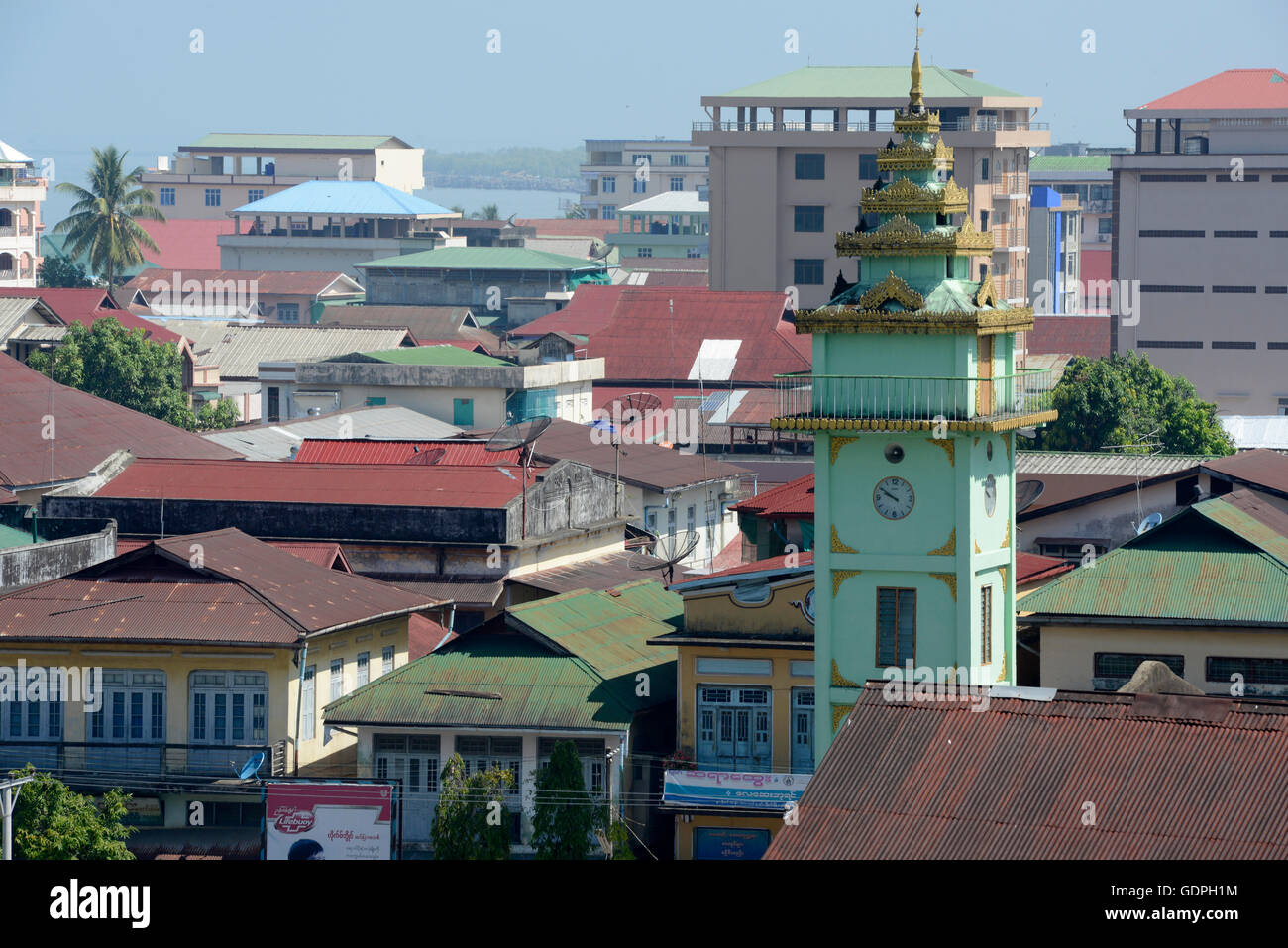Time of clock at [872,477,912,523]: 9:50
